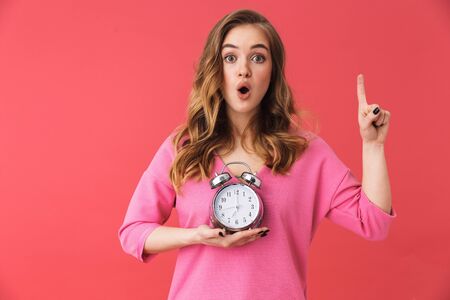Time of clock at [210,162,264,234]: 7:00
